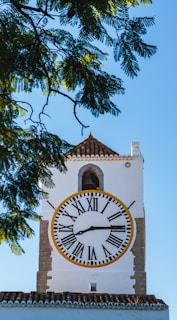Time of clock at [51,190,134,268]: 8:14
